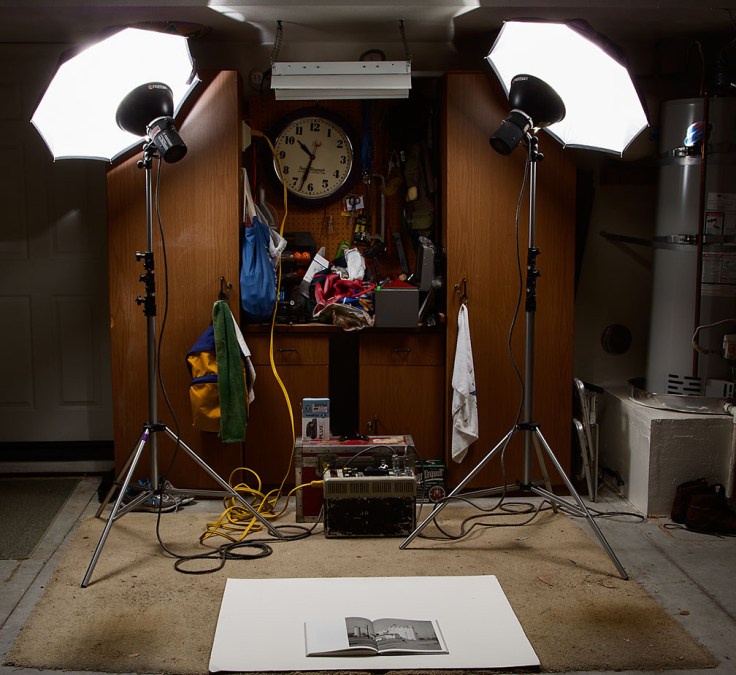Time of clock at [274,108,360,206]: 10:32
